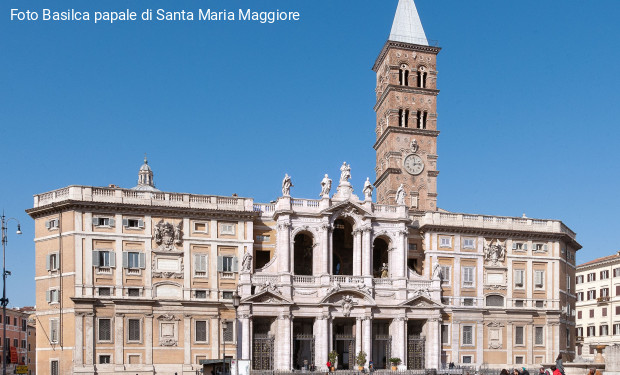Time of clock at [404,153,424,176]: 12:13
